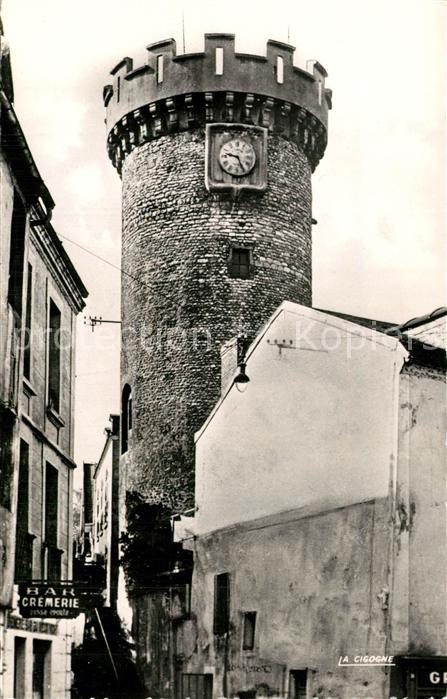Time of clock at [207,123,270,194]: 9:25
